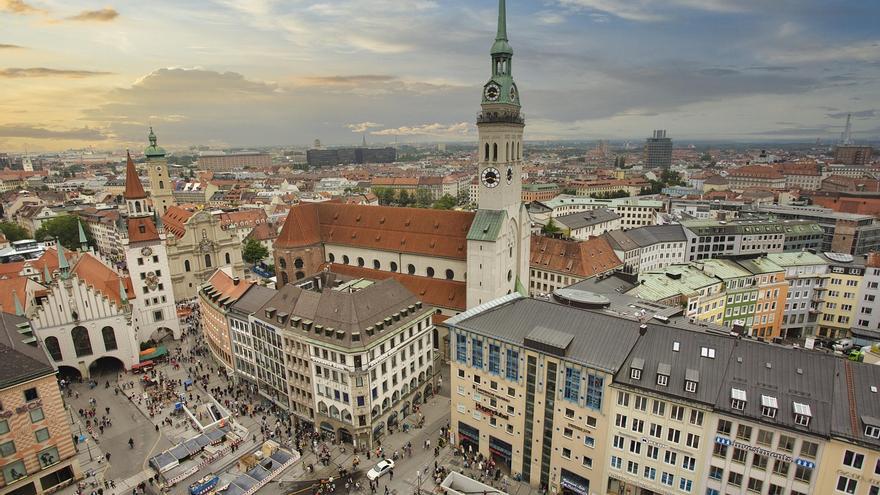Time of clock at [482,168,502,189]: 3:40
